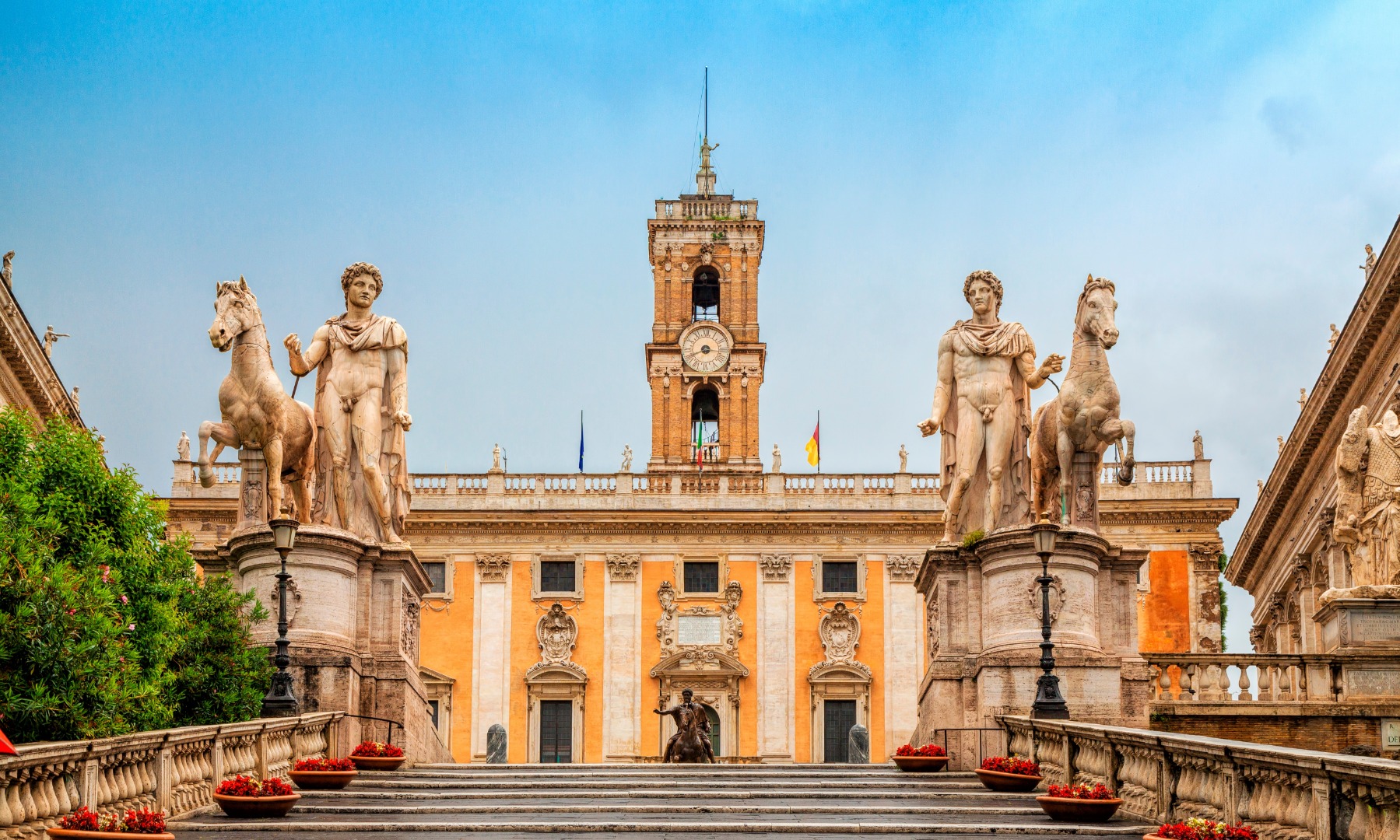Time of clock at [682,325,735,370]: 8:16
